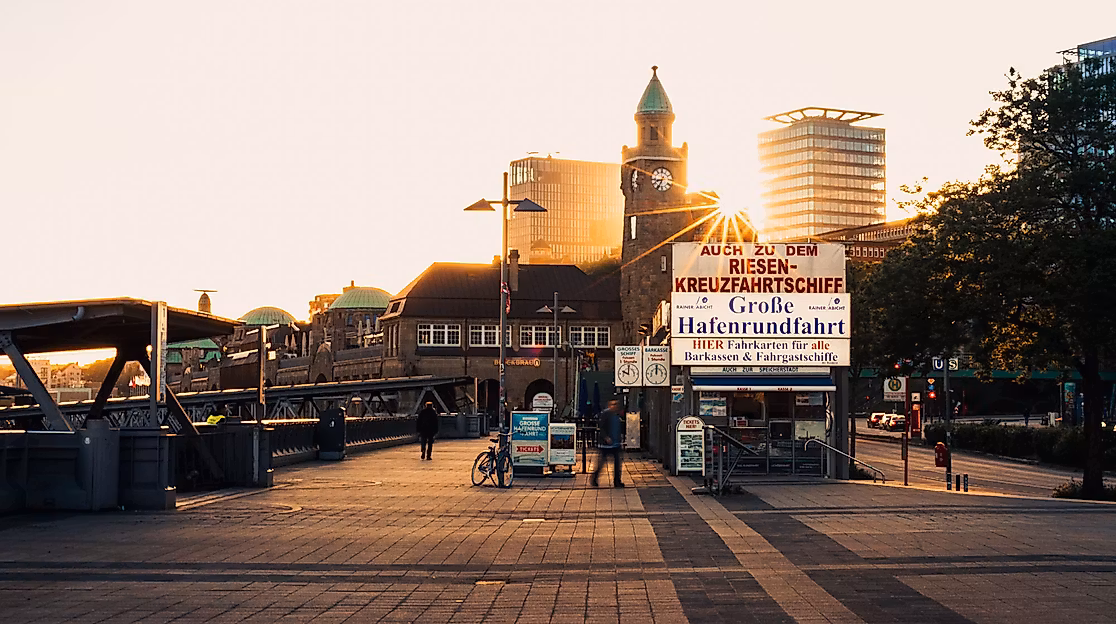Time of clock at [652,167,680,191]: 8:34
